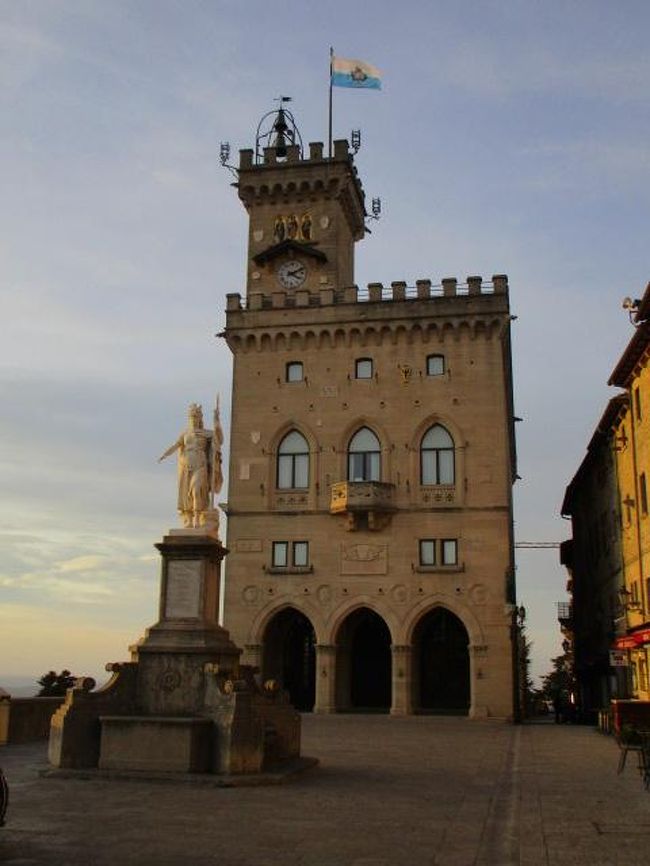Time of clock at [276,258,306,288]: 4:10
